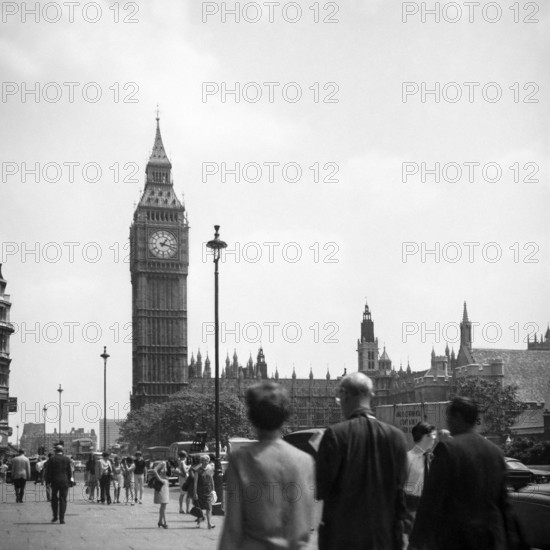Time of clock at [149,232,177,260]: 1:17
